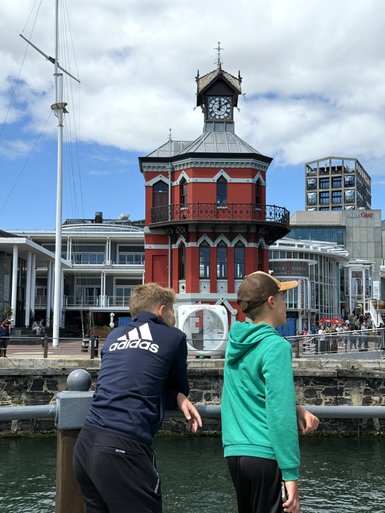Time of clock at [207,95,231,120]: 12:08
